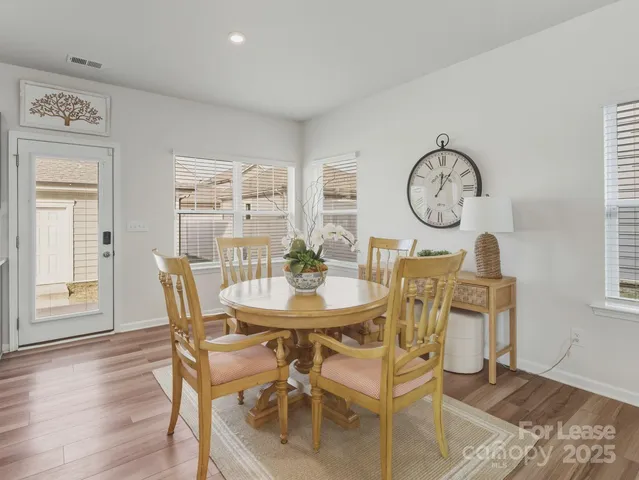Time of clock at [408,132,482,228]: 12:05
